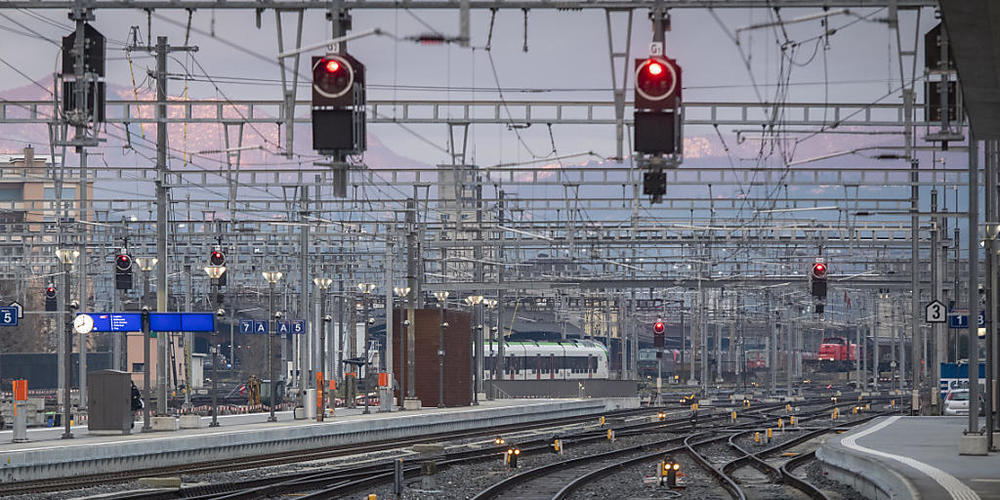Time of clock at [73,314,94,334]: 7:59
